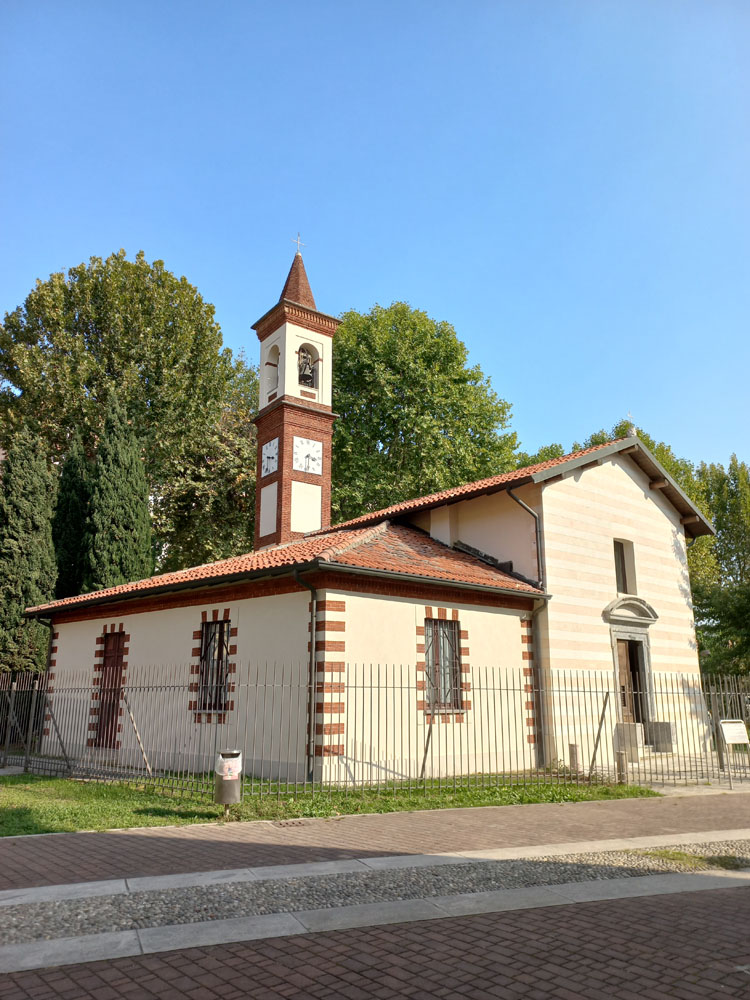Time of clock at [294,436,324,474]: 3:29
